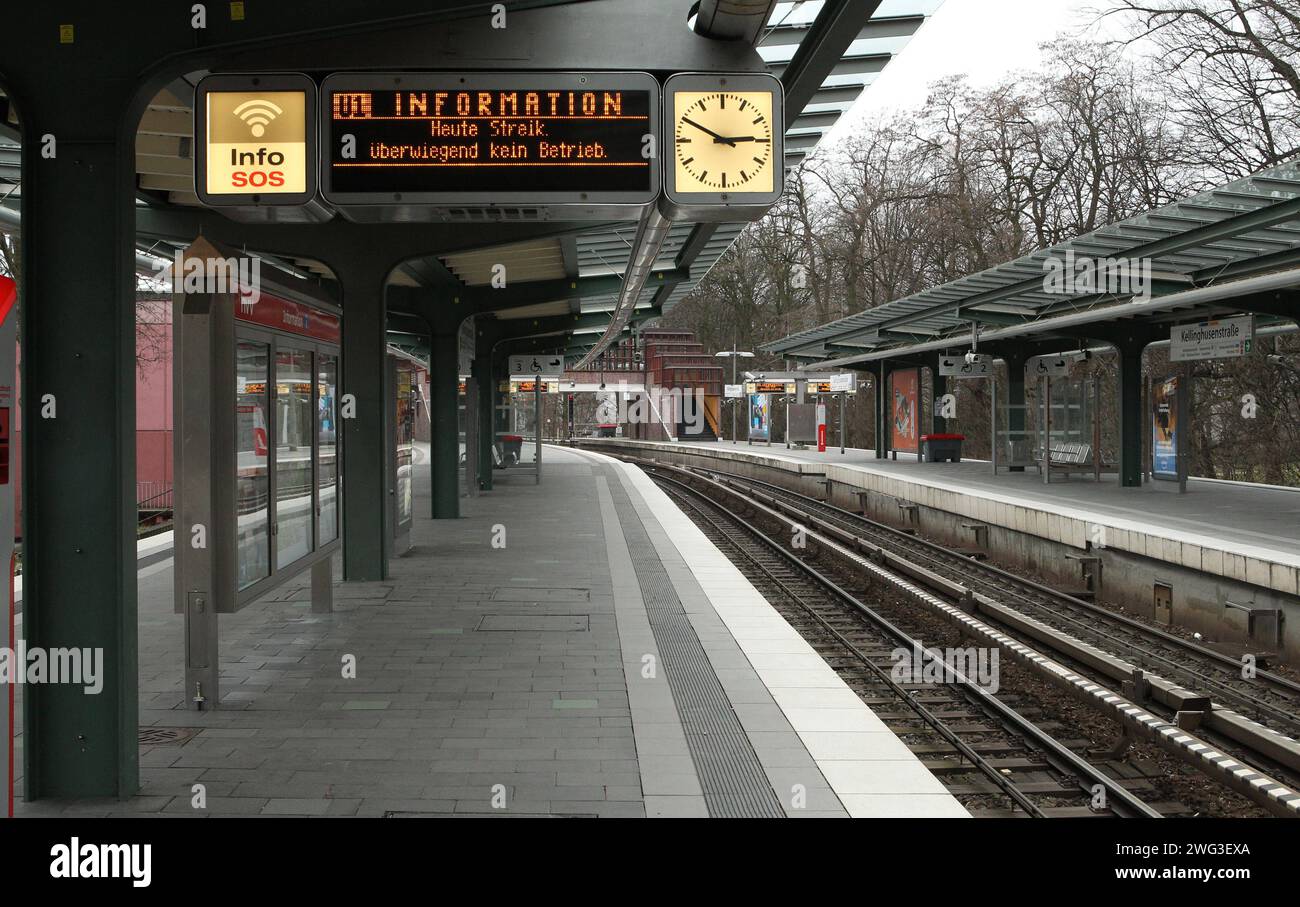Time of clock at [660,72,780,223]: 2:49
